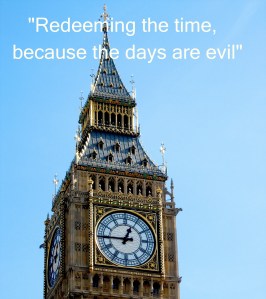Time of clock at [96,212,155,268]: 12:45
